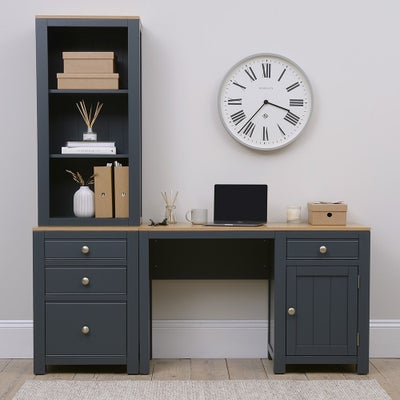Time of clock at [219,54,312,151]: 3:36
